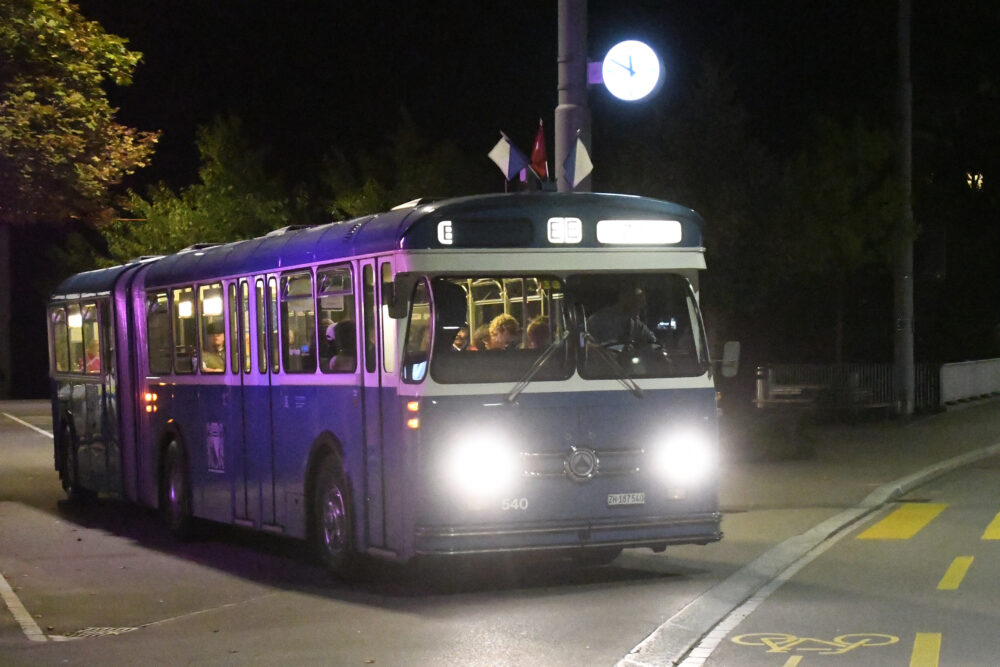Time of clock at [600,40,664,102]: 11:49
